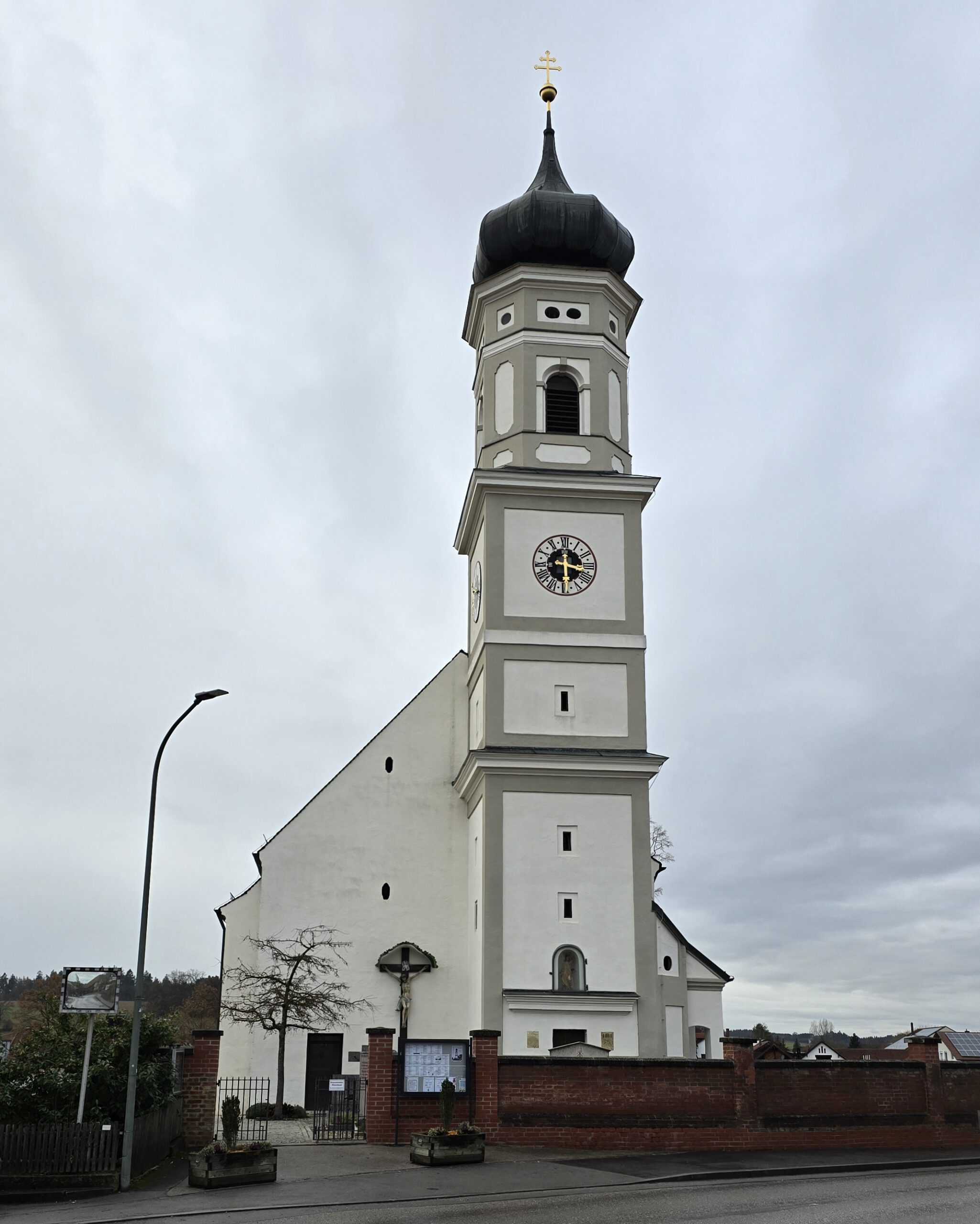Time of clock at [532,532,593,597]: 3:29
